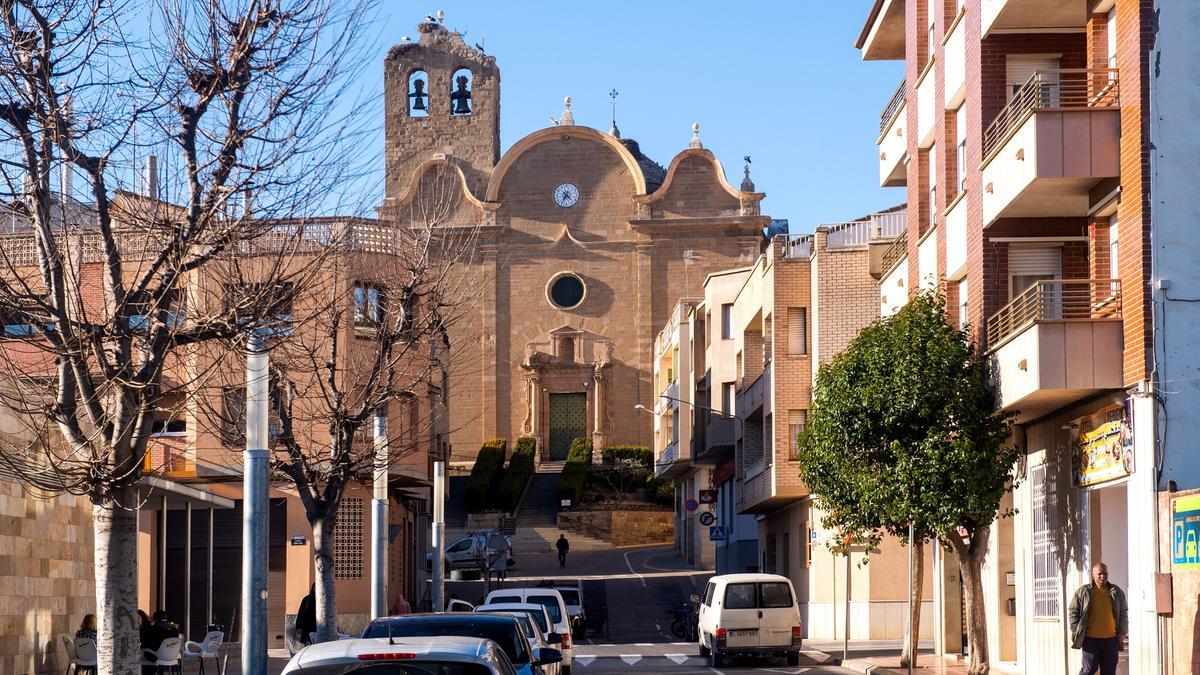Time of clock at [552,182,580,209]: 4:35
